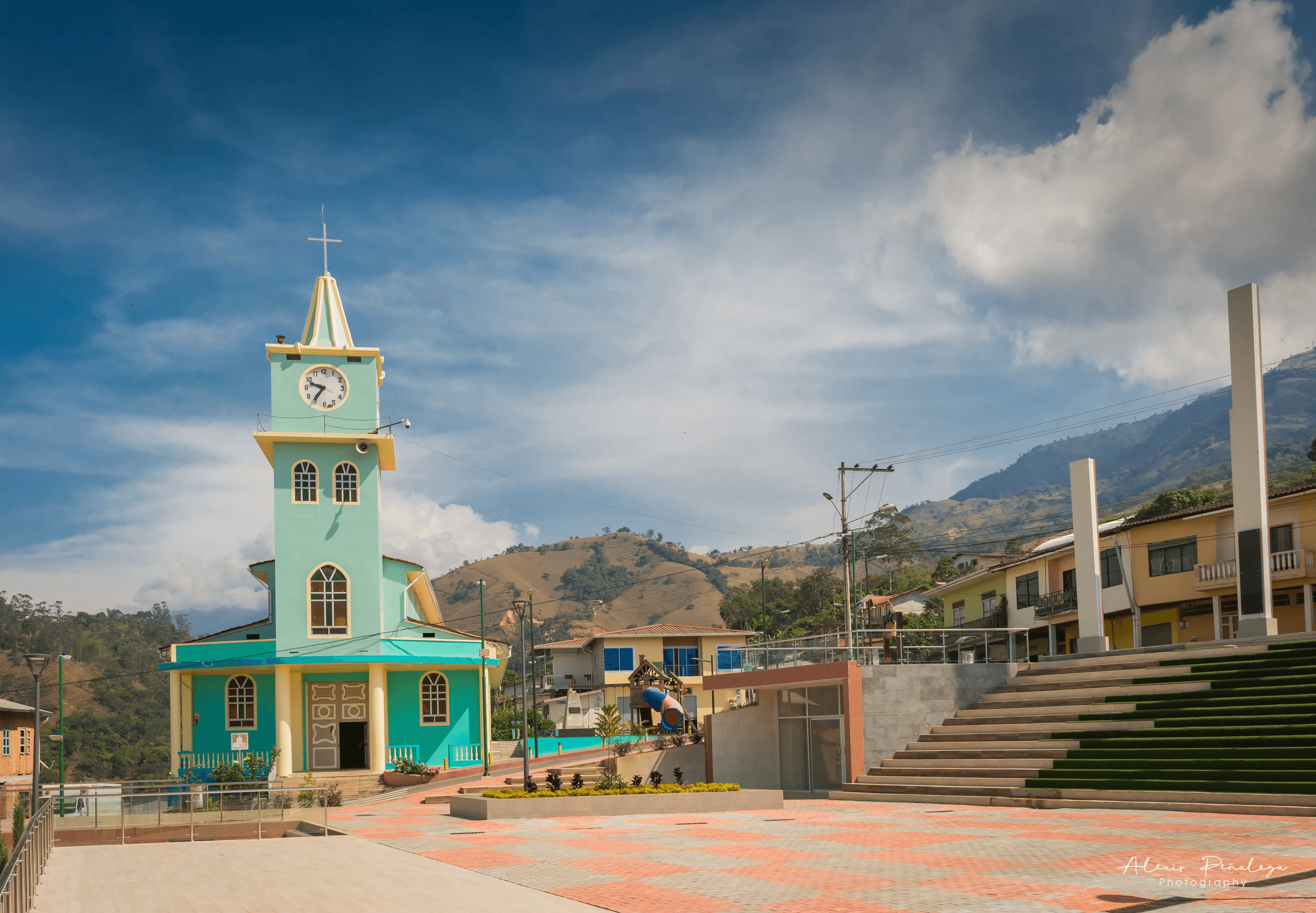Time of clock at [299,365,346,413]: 9:36
